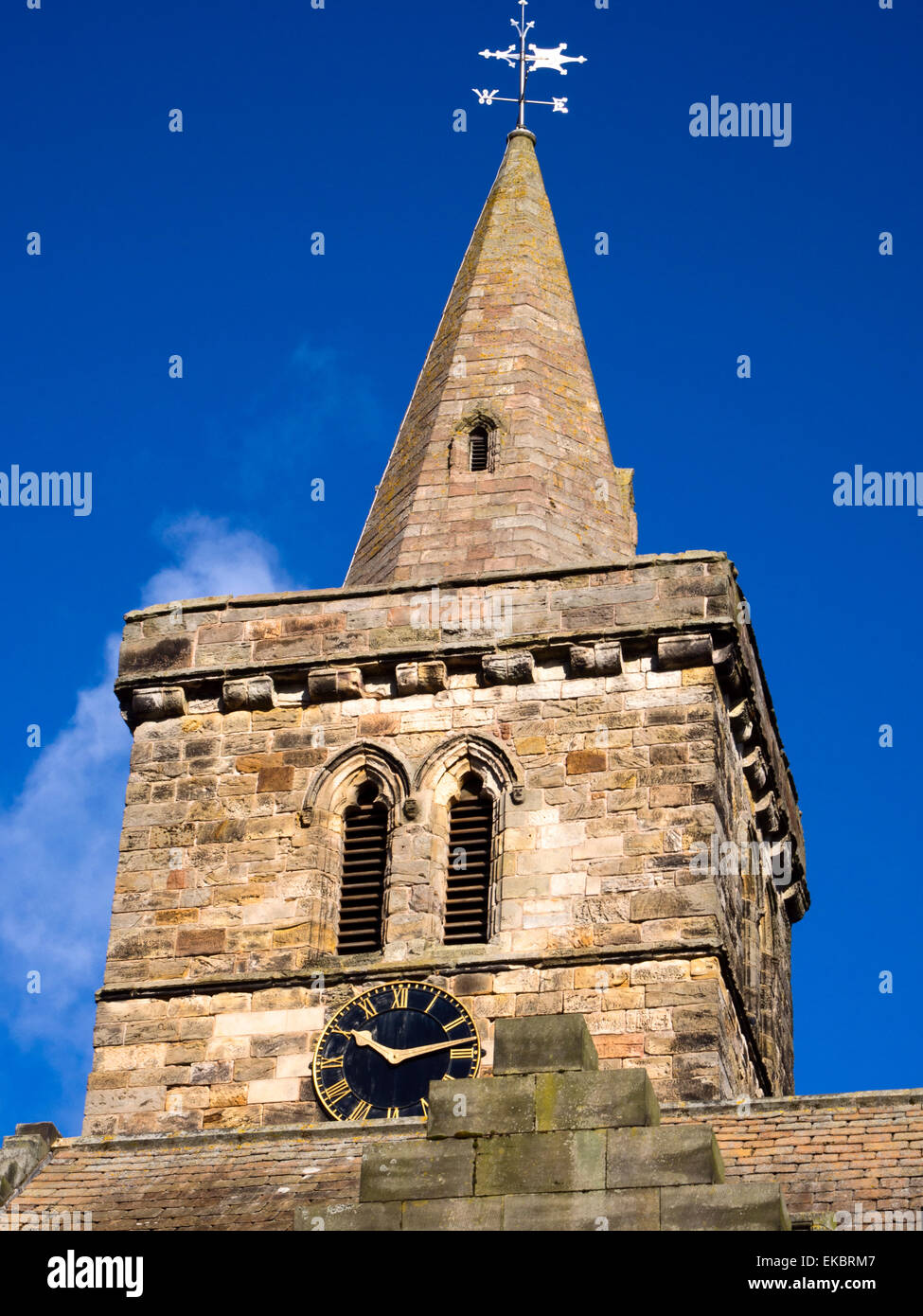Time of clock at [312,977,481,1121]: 10:13
